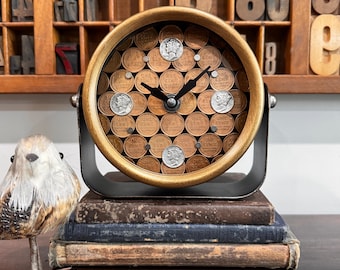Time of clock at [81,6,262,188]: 10:07
